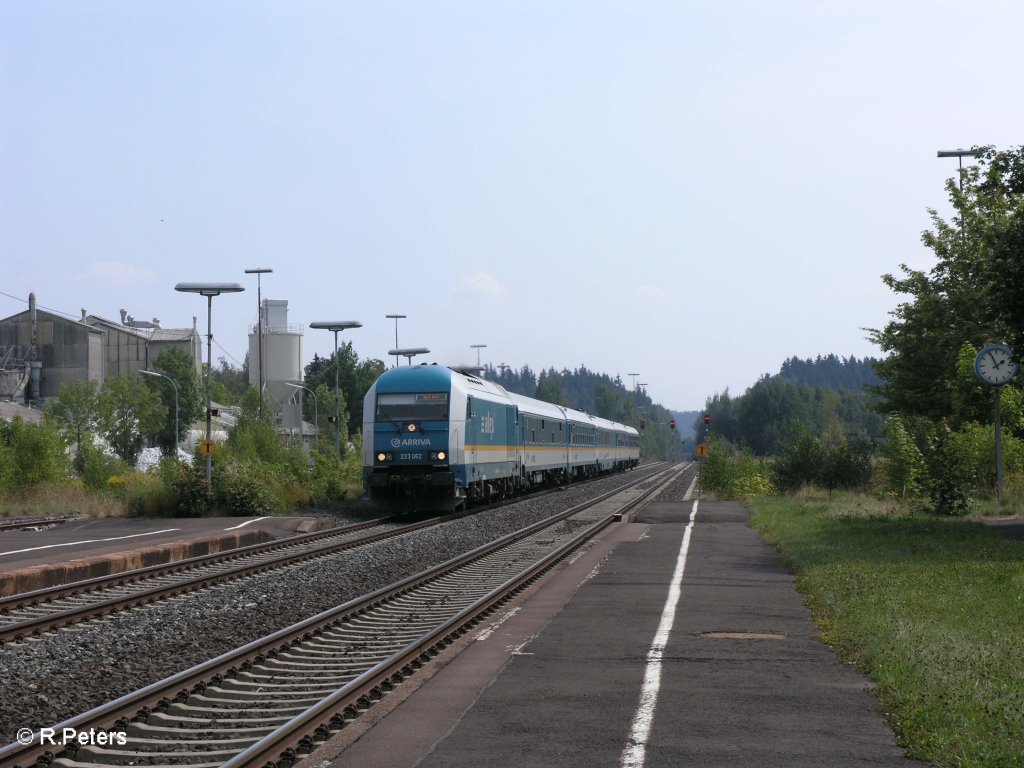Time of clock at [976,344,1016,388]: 1:55
